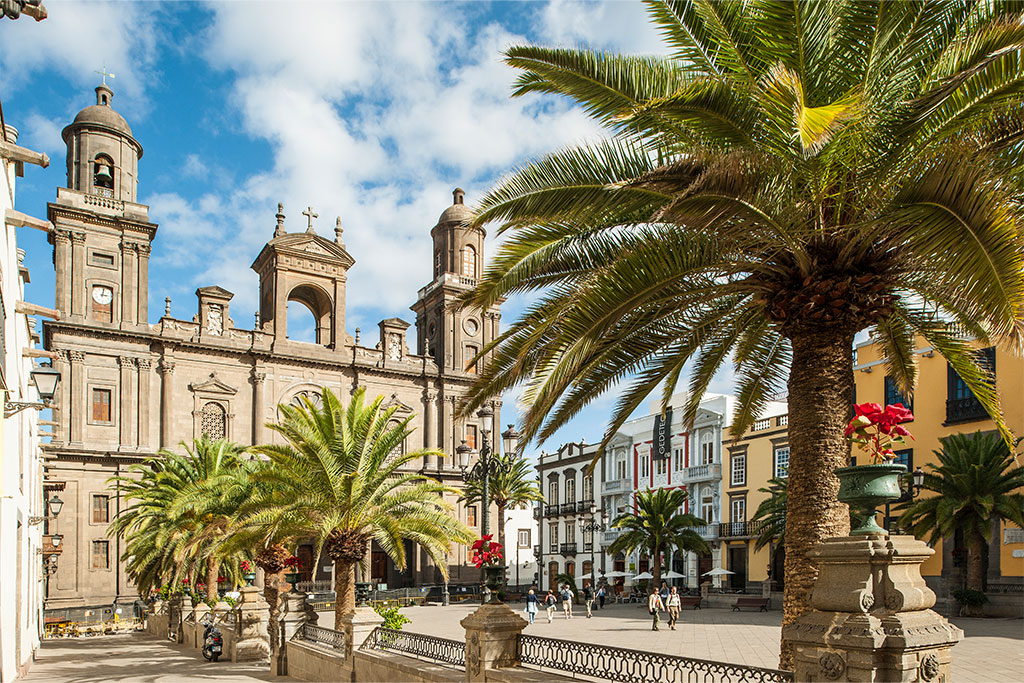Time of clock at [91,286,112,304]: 3:02
